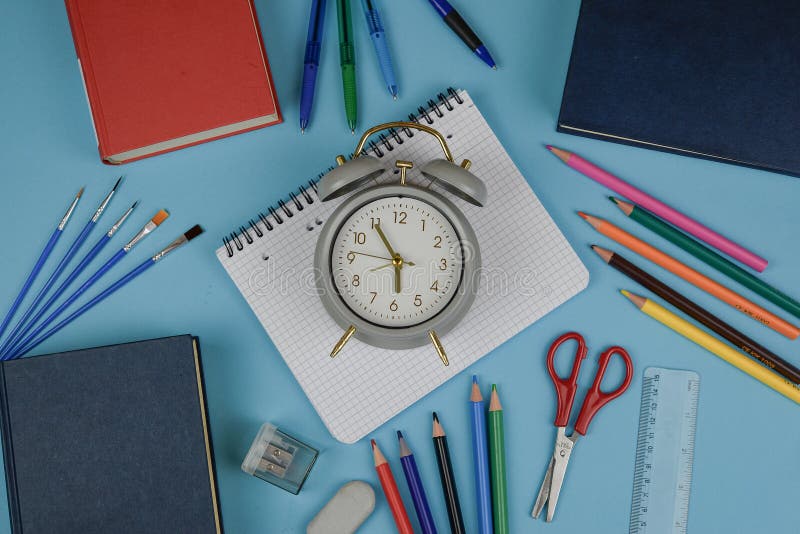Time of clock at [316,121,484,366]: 5:54
